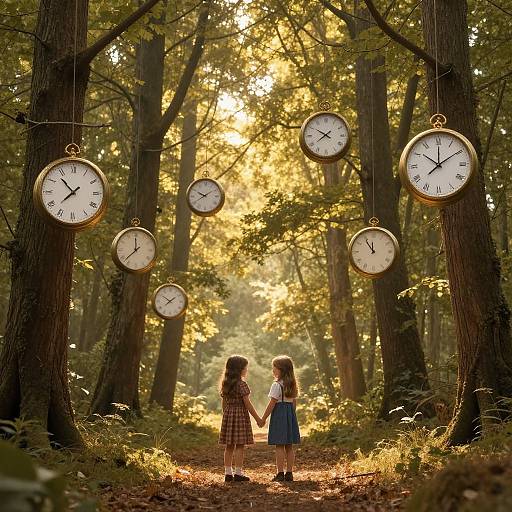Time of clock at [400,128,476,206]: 10:09
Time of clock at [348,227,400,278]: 11:53
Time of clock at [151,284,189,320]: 1:50
